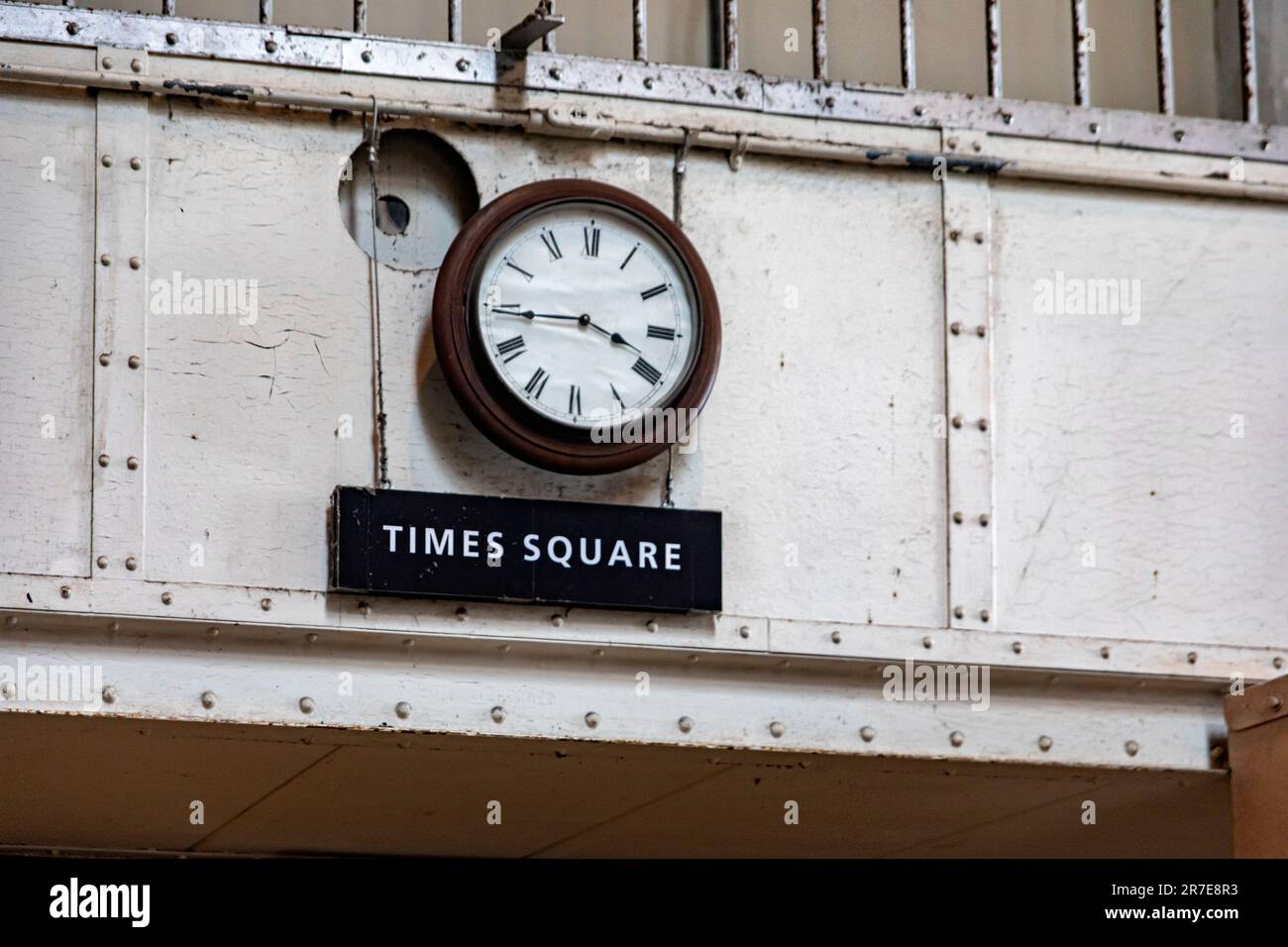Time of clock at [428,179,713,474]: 3:44
